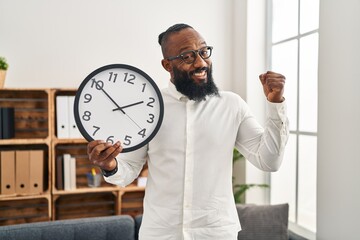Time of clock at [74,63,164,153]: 1:50
